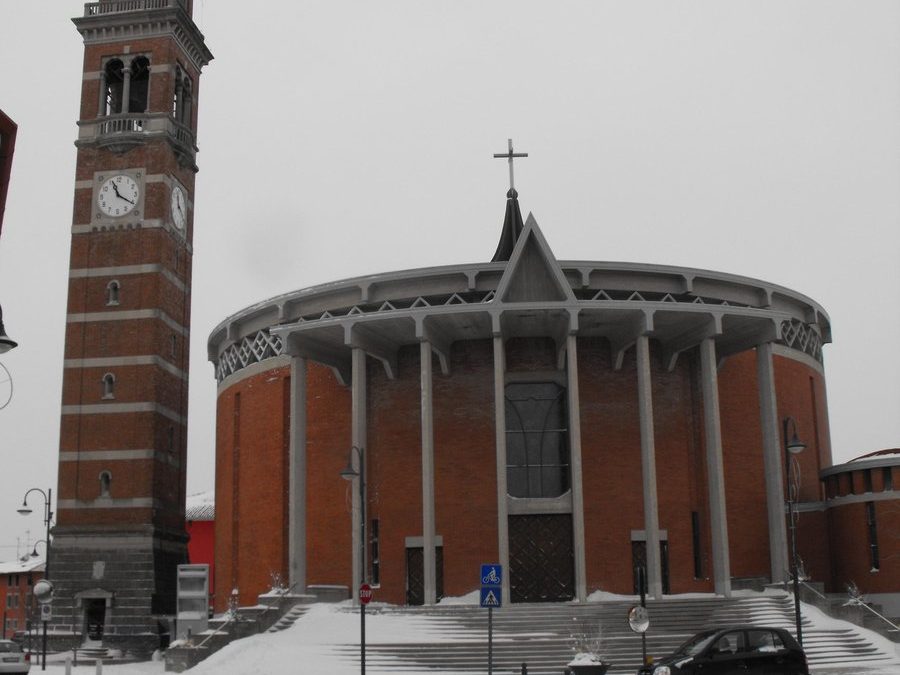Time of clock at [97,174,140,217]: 11:20
